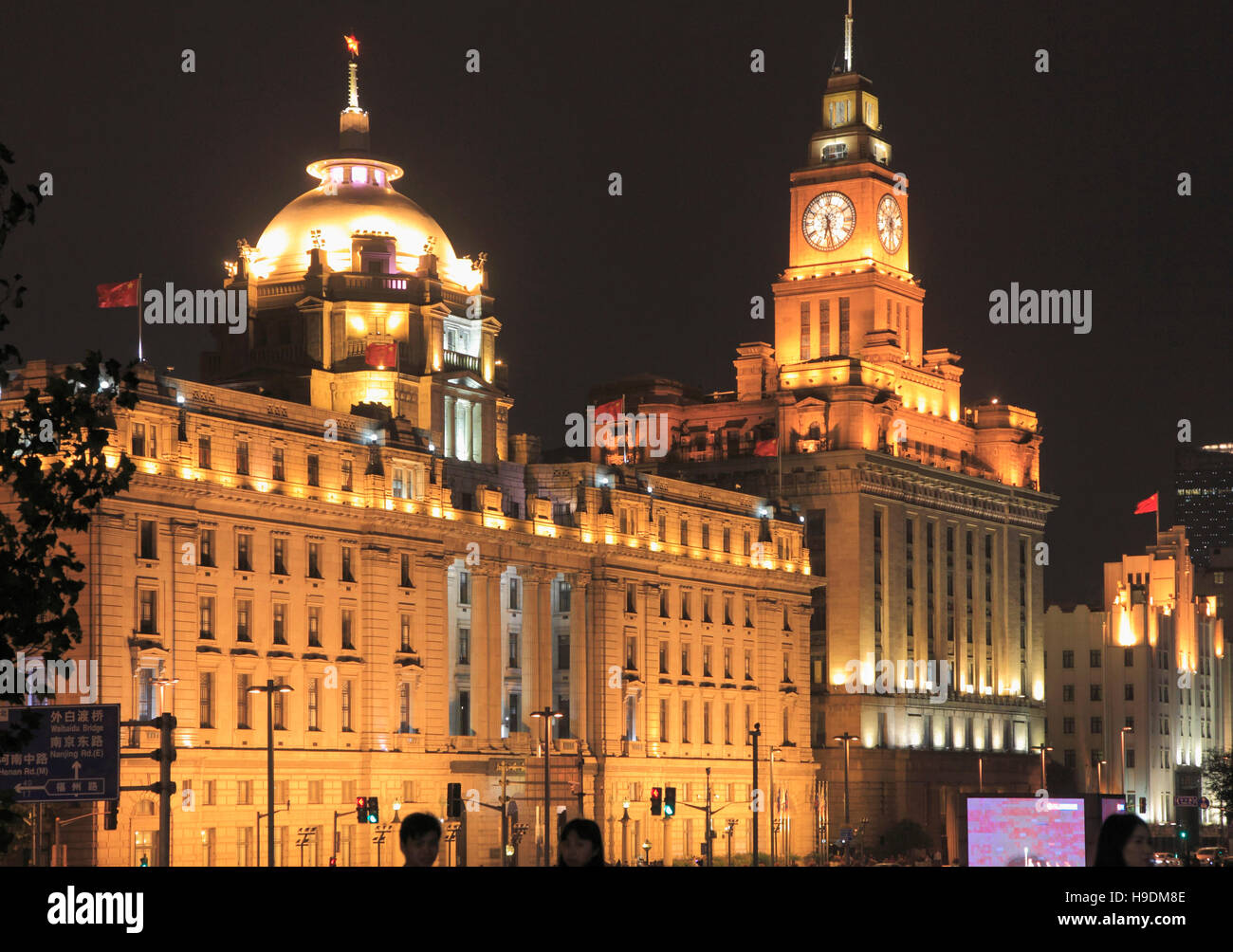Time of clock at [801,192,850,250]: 6:27
